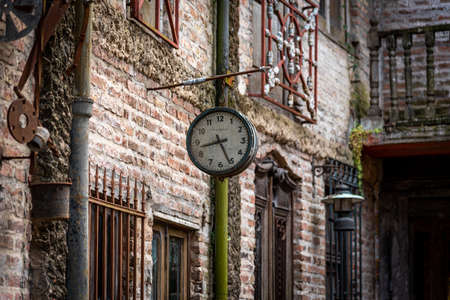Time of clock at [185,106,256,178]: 8:25
